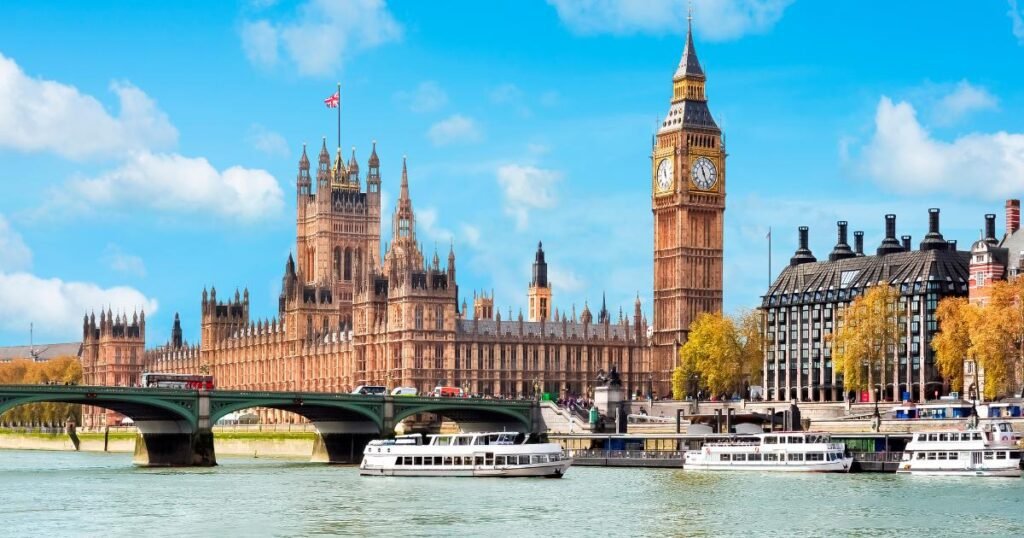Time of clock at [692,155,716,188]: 11:25
